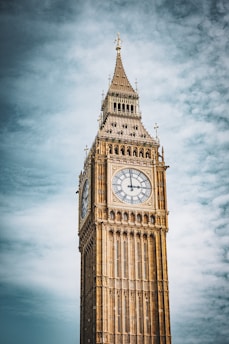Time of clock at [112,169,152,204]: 2:59
